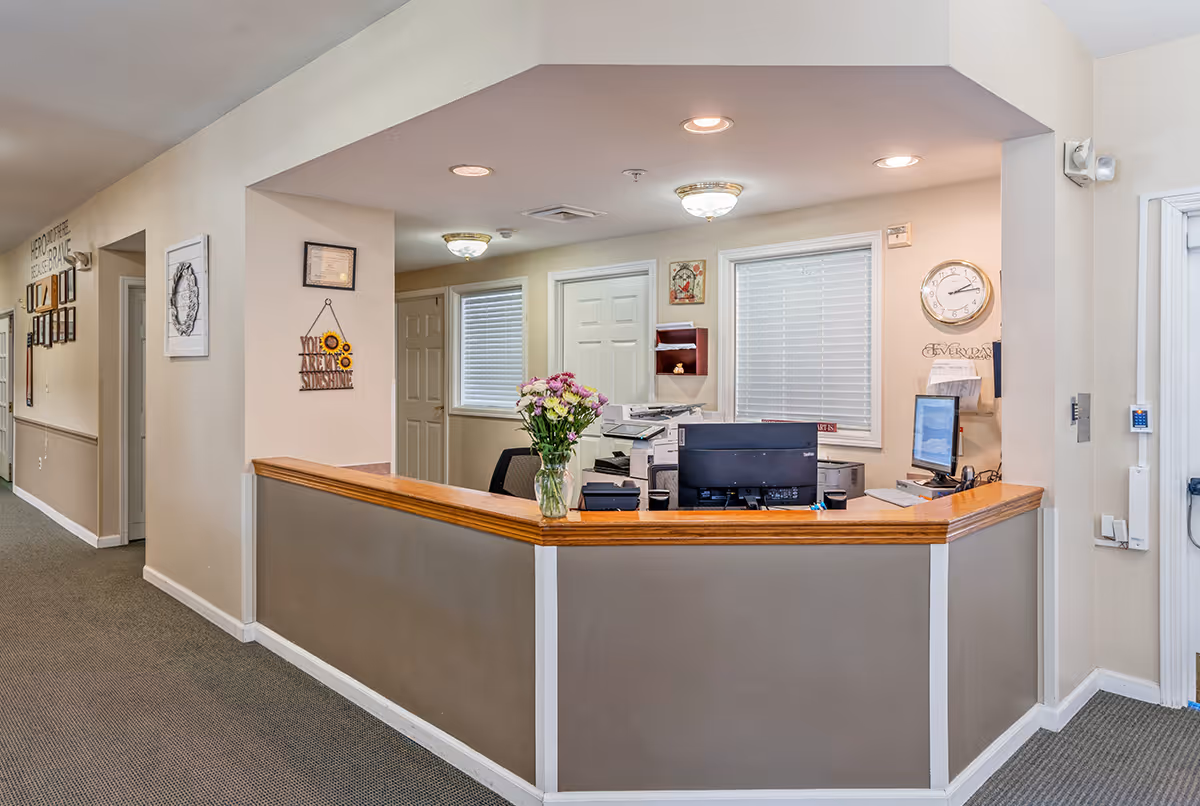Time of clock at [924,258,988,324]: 2:14
